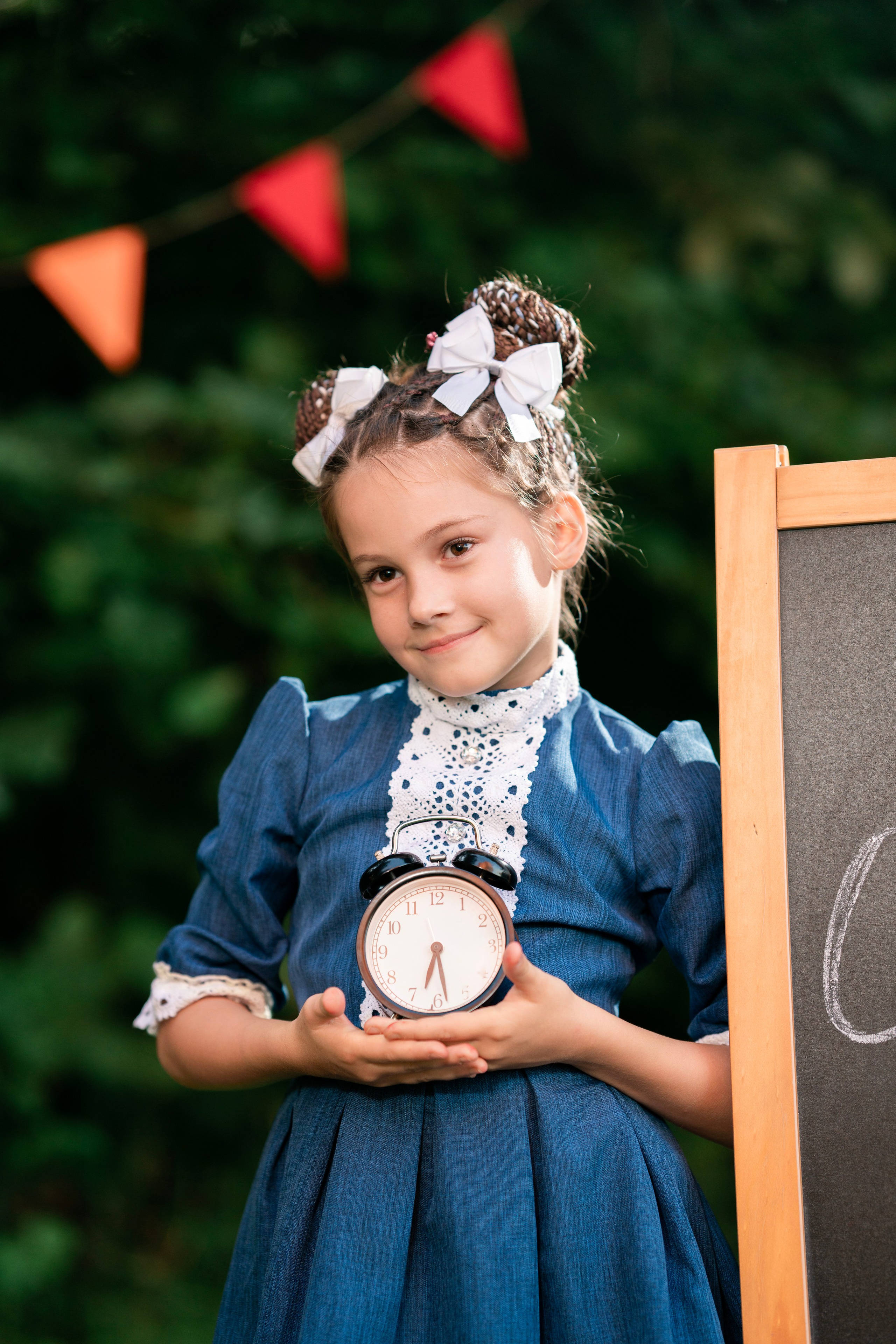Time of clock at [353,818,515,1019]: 6:28
